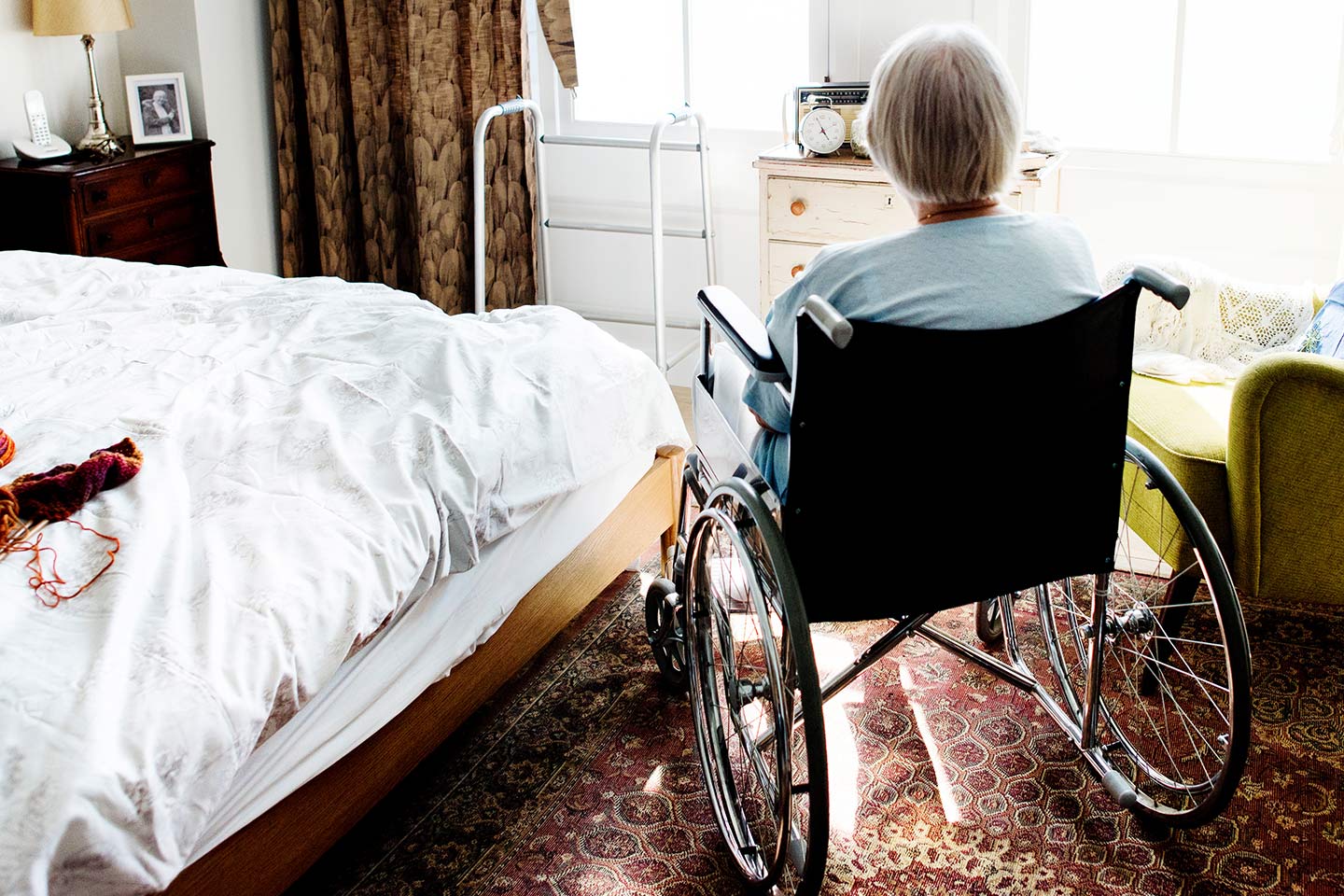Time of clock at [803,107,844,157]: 4:56
